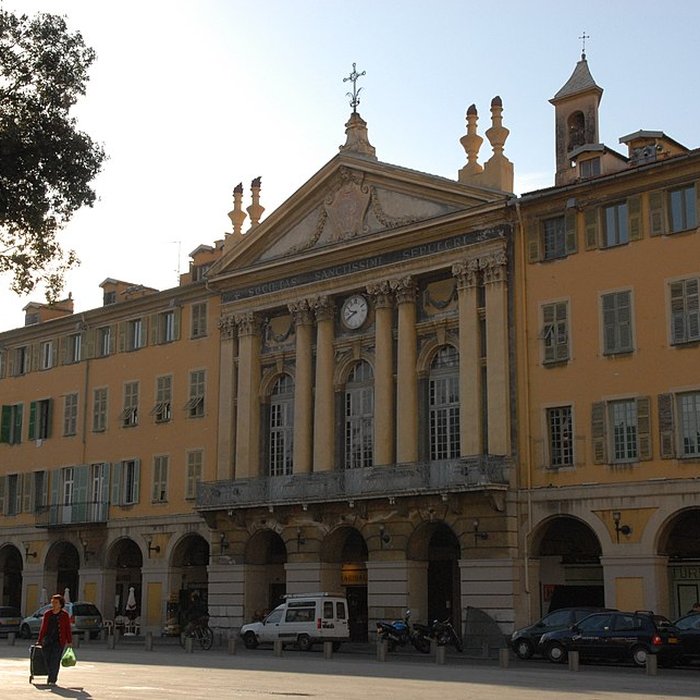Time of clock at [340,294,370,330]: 9:40
